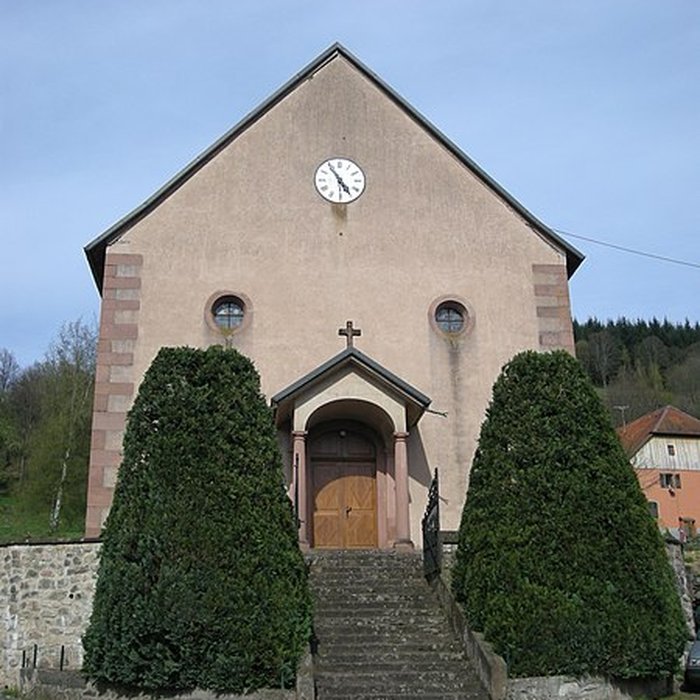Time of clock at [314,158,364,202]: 4:54
